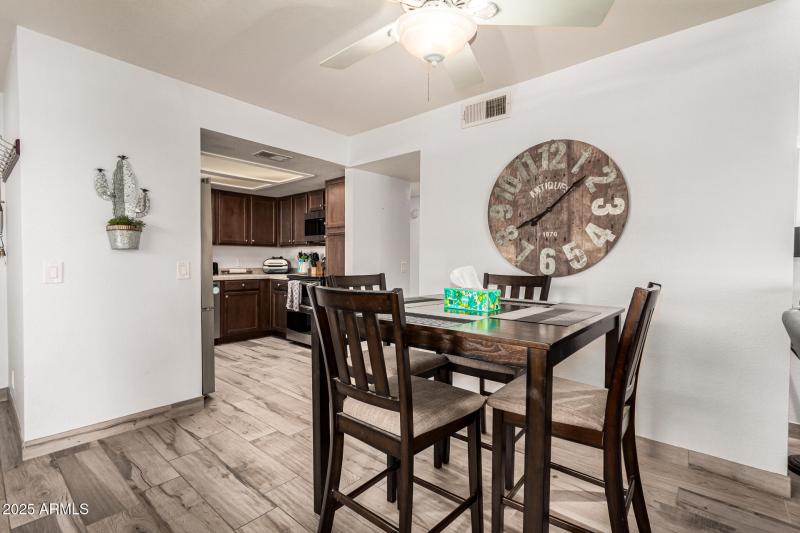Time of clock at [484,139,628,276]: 8:07
